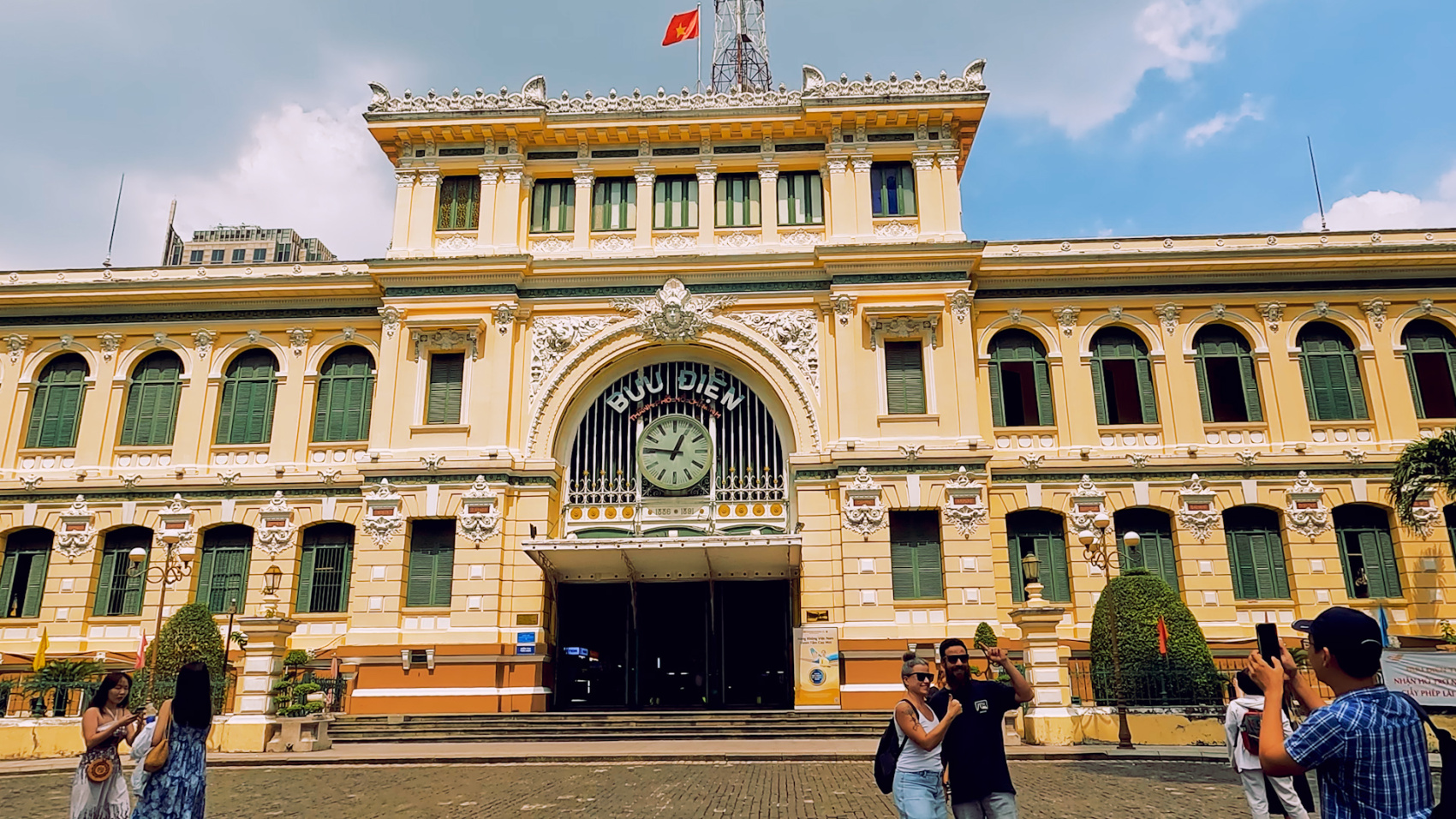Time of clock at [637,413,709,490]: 12:46
